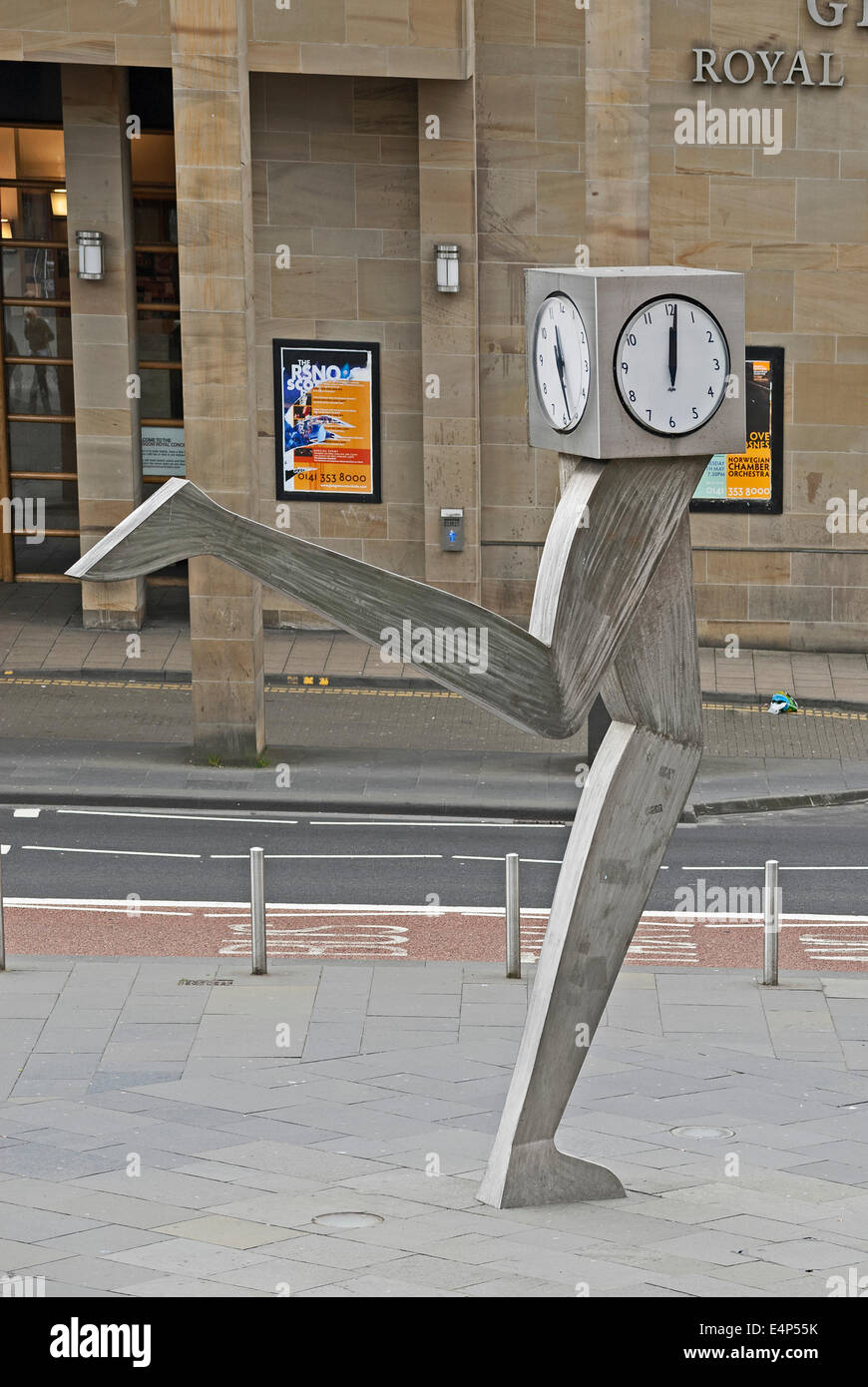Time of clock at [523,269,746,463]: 12:01
